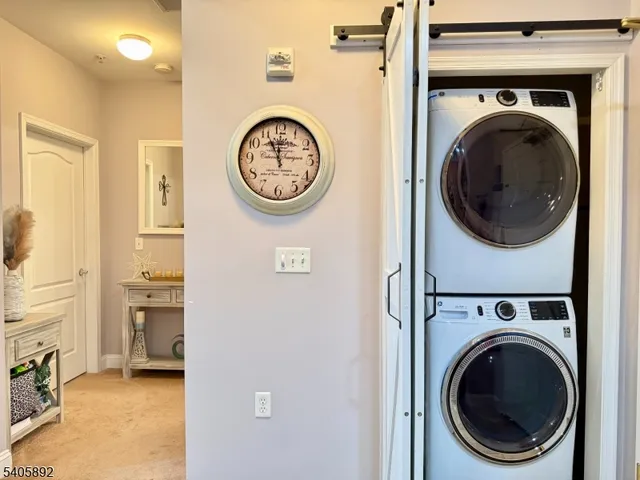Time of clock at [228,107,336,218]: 11:55
